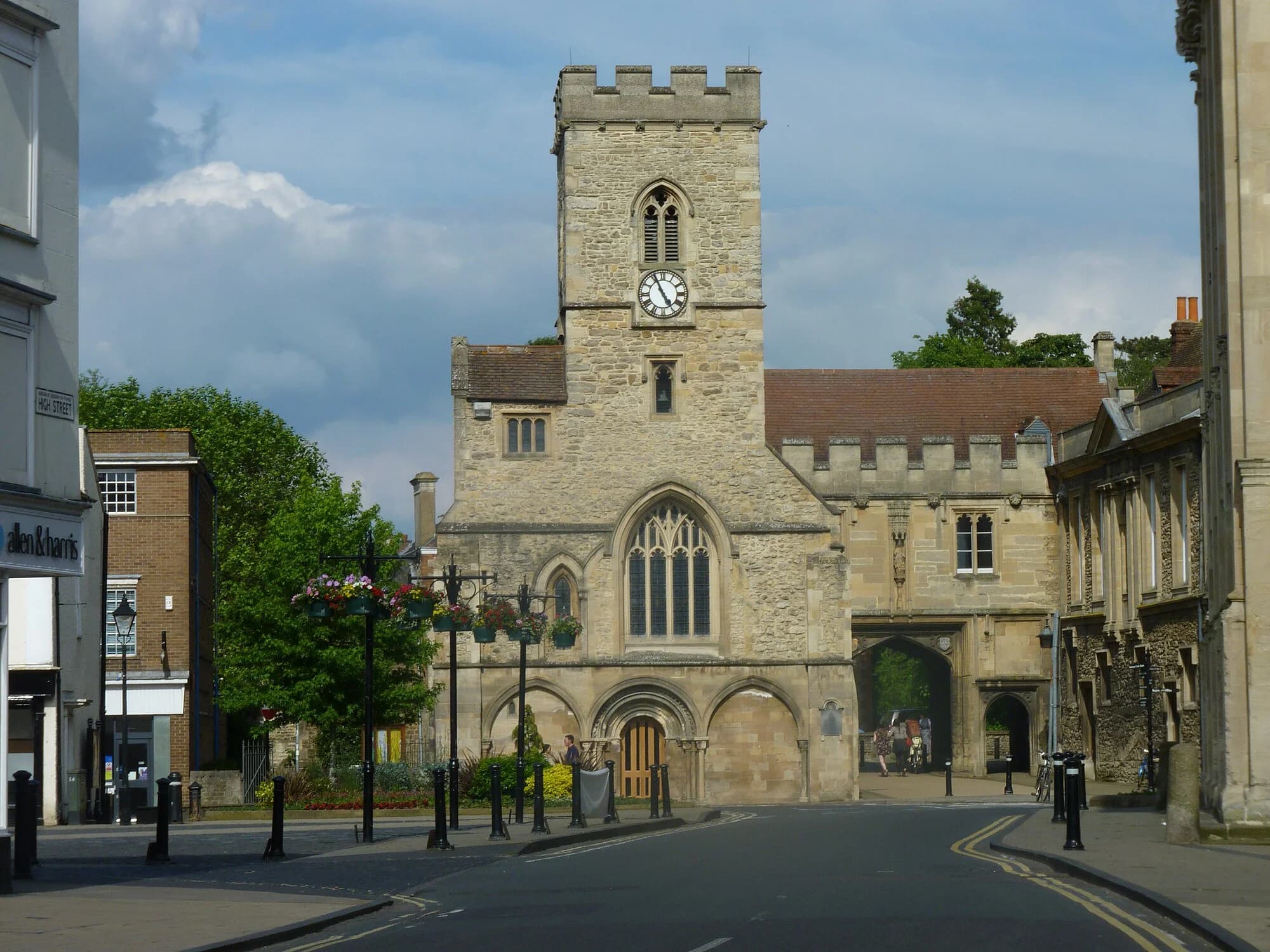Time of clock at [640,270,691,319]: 4:55
